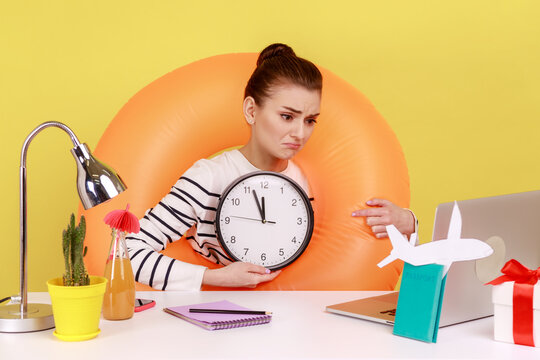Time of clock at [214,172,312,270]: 11:56
